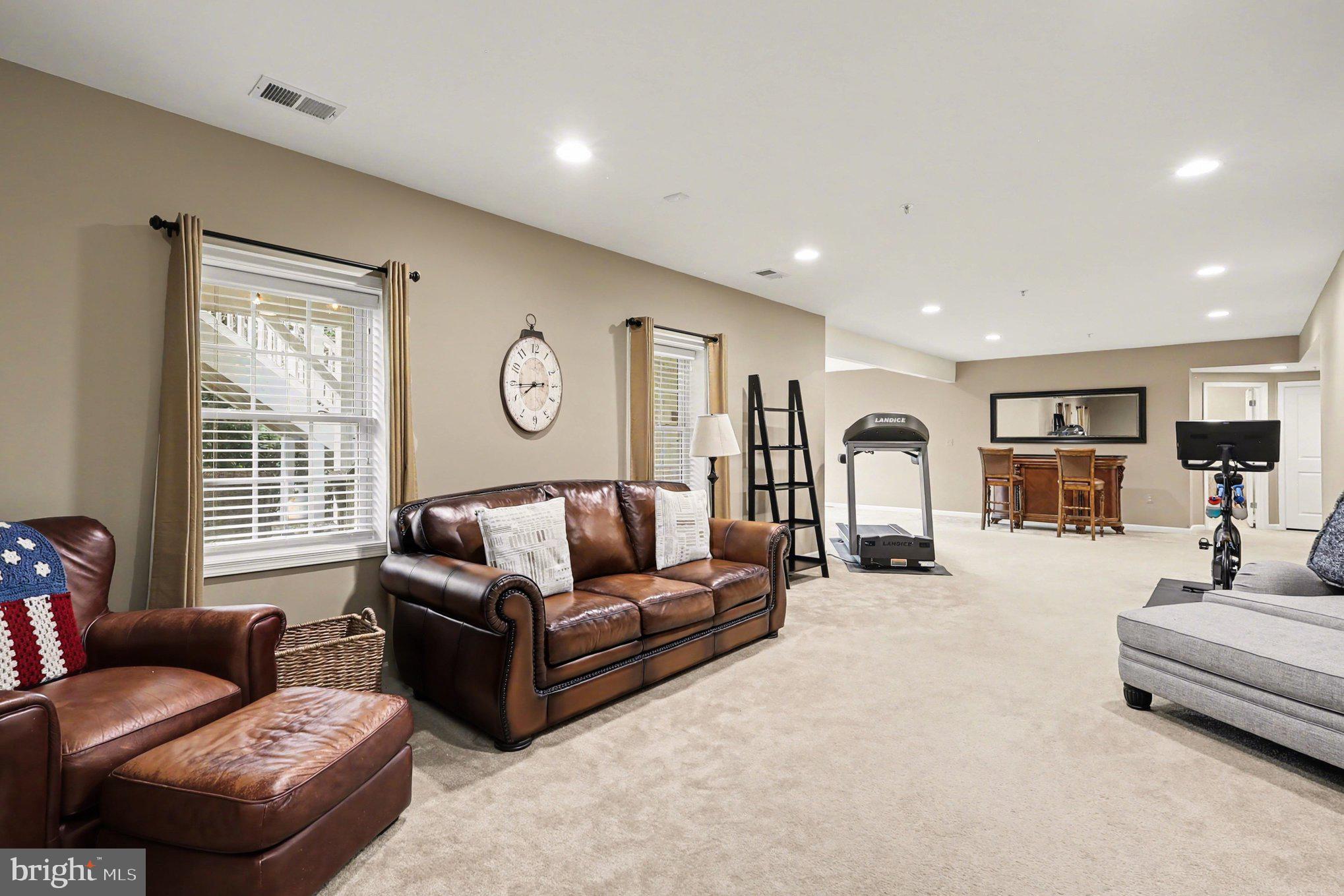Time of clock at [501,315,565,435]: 7:44
